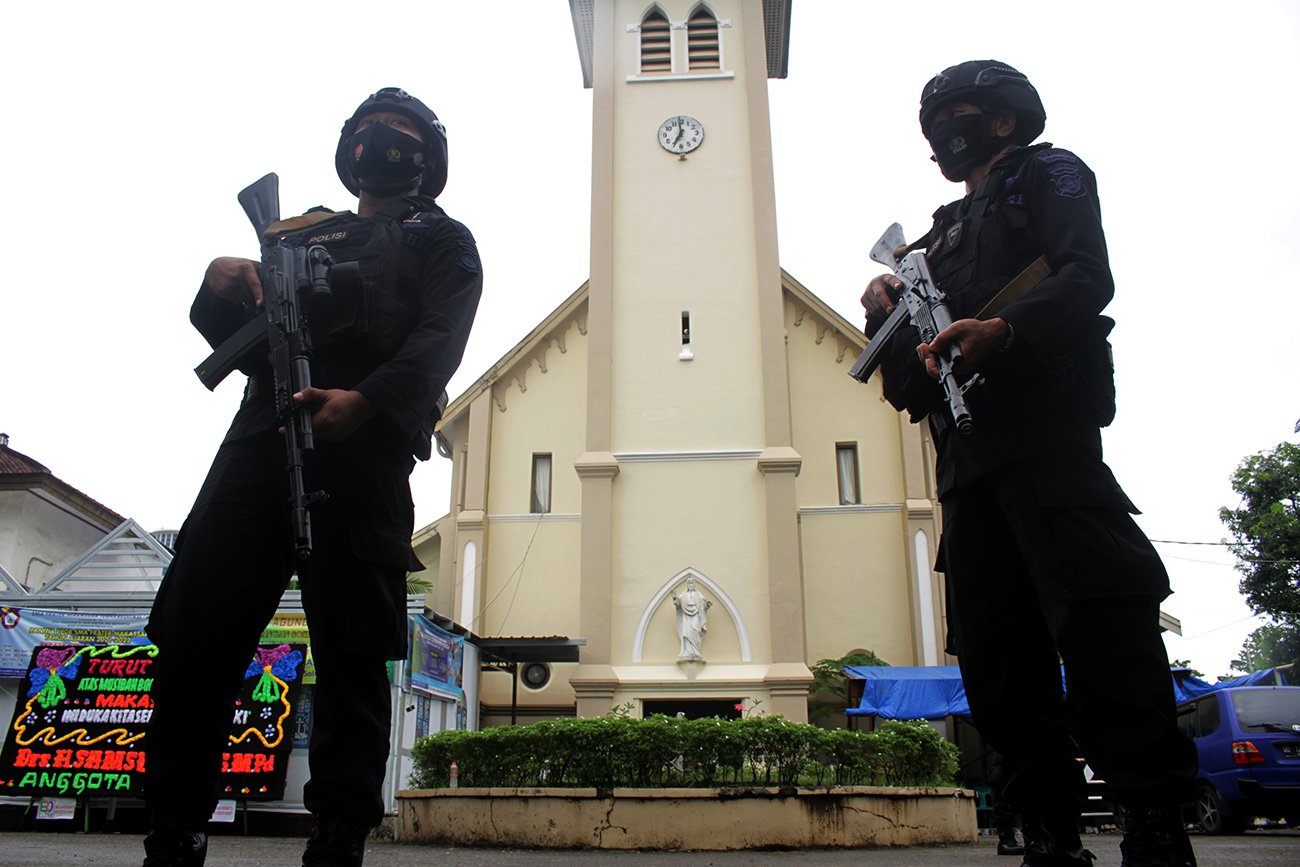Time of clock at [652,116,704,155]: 6:59
